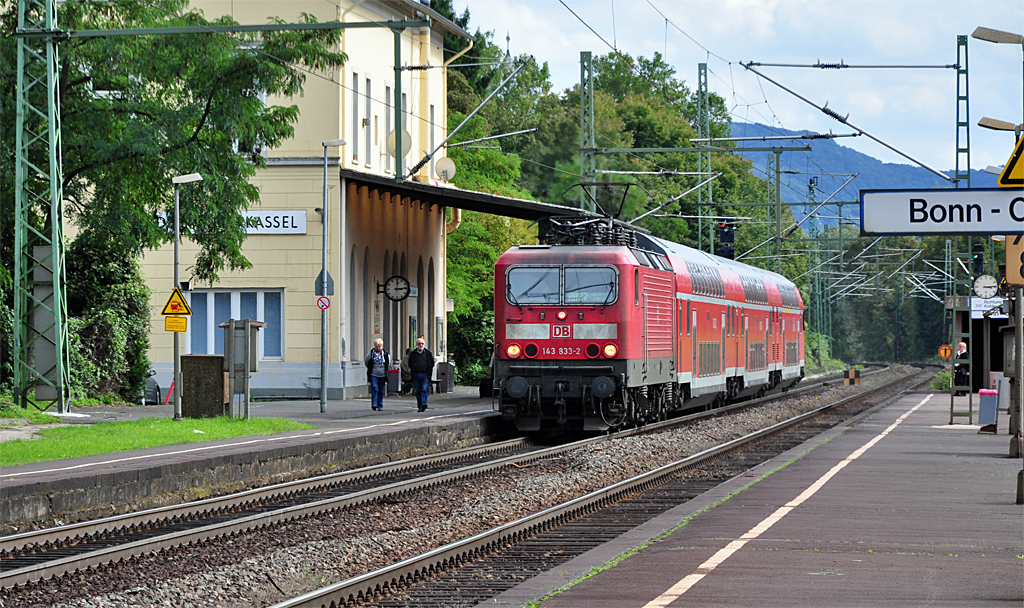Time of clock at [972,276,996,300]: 3:14
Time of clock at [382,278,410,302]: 3:01
